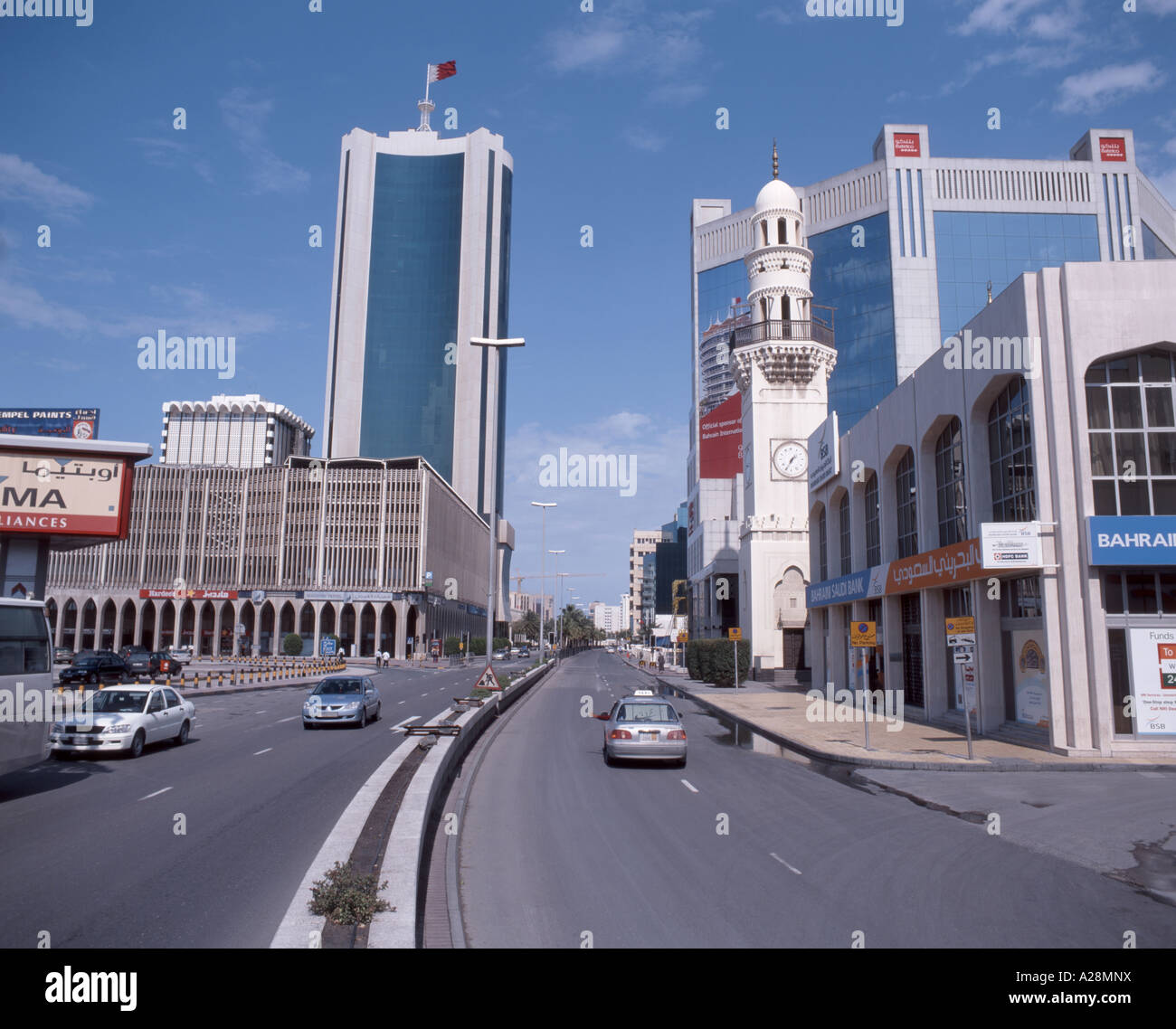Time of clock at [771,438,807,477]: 1:35
